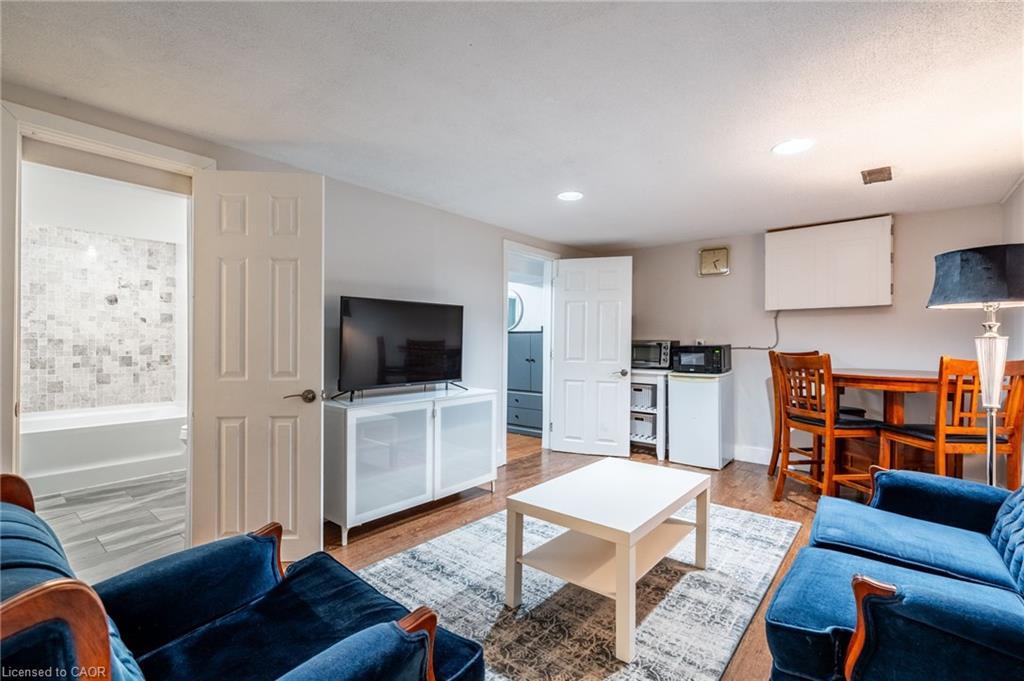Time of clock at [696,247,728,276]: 2:26
